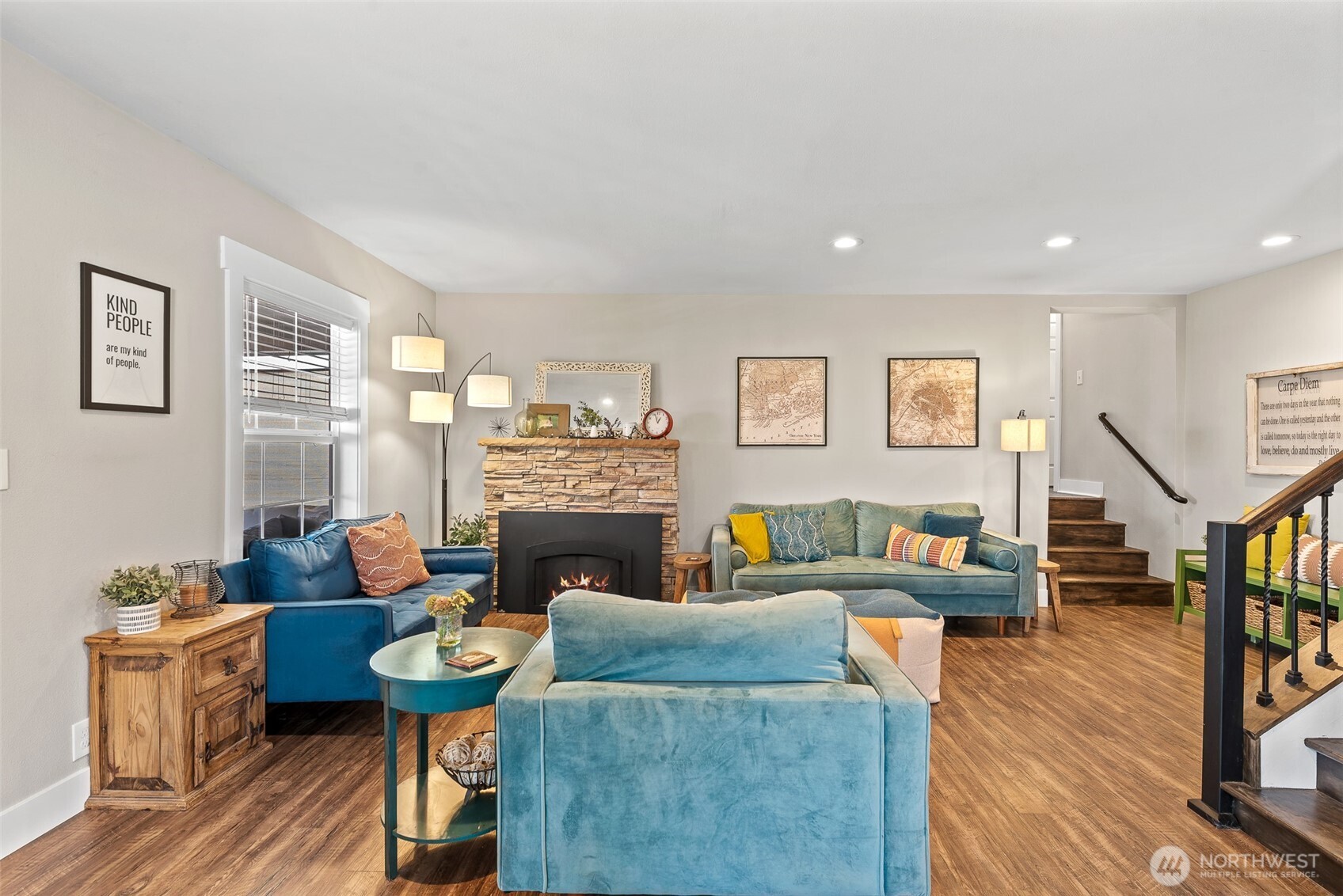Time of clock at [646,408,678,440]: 12:56
